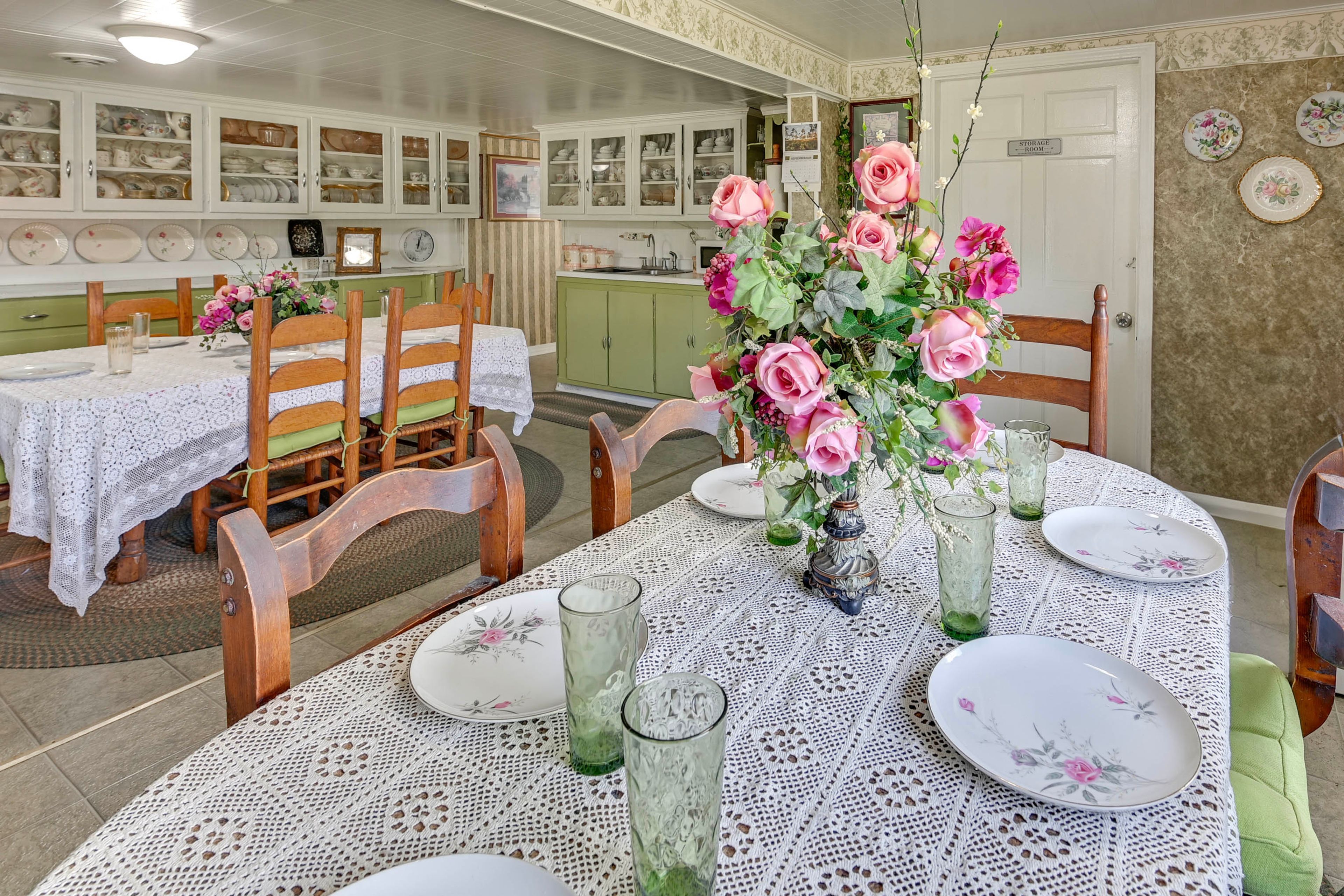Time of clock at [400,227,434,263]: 12:02
